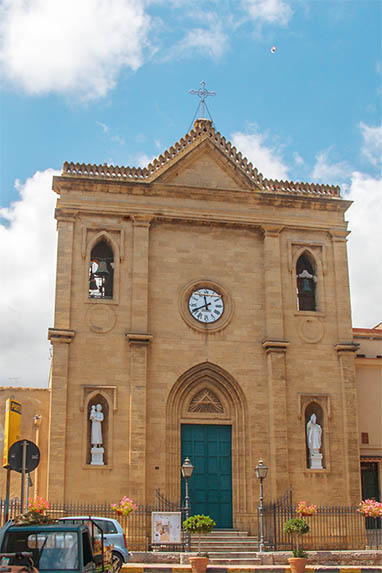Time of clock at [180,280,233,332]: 11:40
